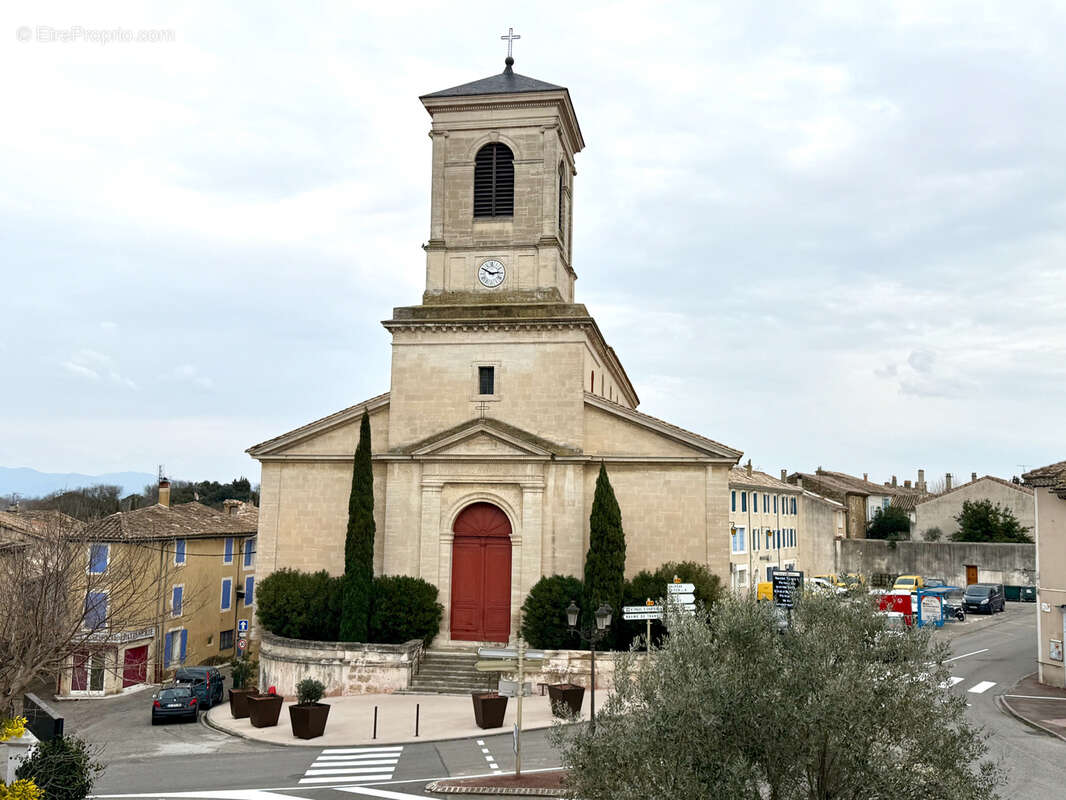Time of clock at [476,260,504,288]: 2:50
